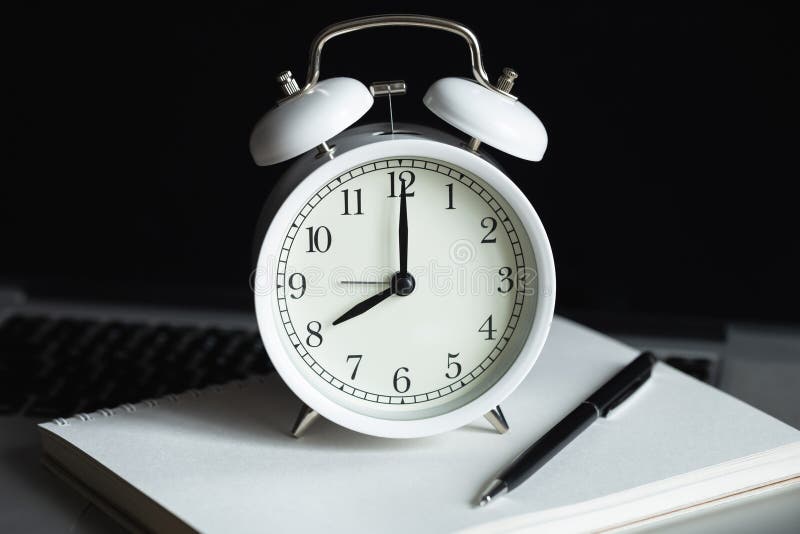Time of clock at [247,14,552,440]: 8:00
